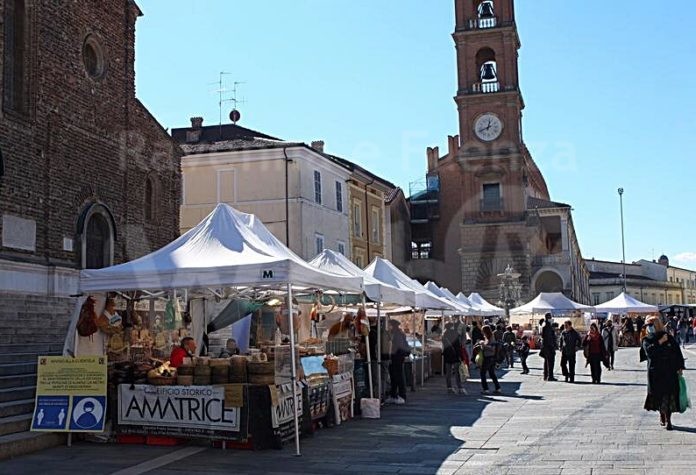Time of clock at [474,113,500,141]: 12:41
